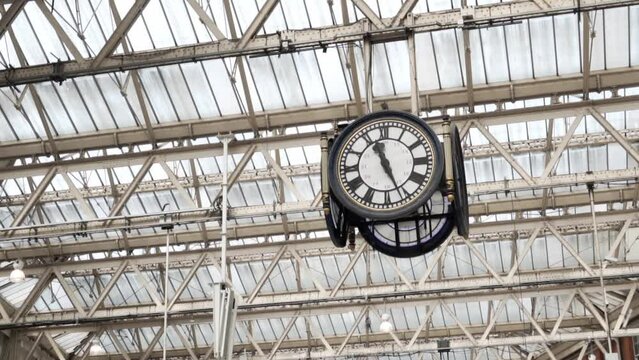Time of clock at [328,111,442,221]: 11:26
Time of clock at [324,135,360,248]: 11:26
